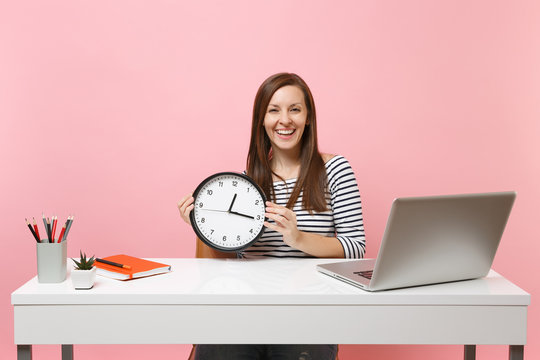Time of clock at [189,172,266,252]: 12:15
